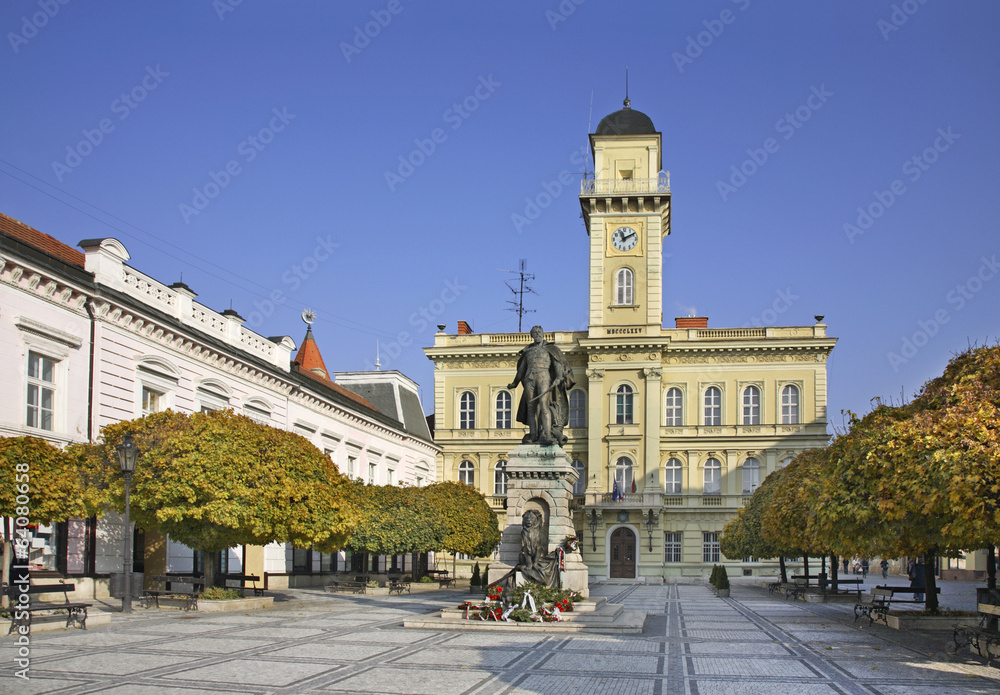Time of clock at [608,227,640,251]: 11:09
